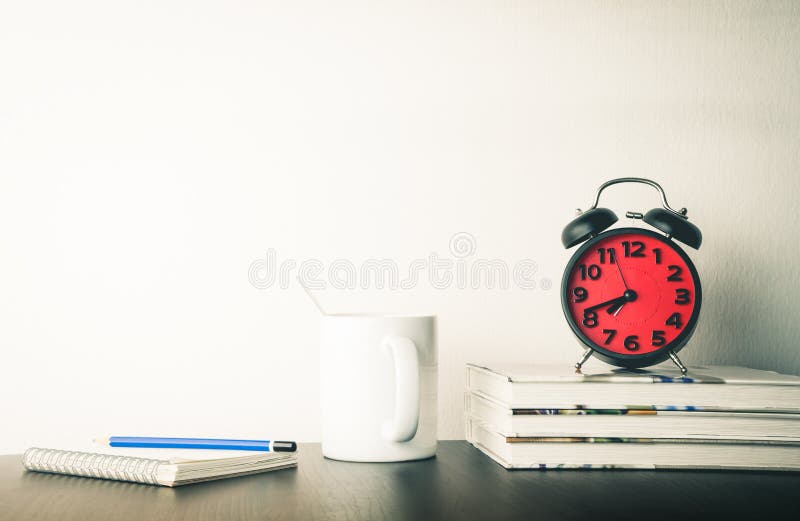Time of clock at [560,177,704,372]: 7:41
